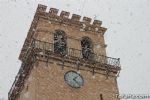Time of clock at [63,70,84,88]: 1:22
